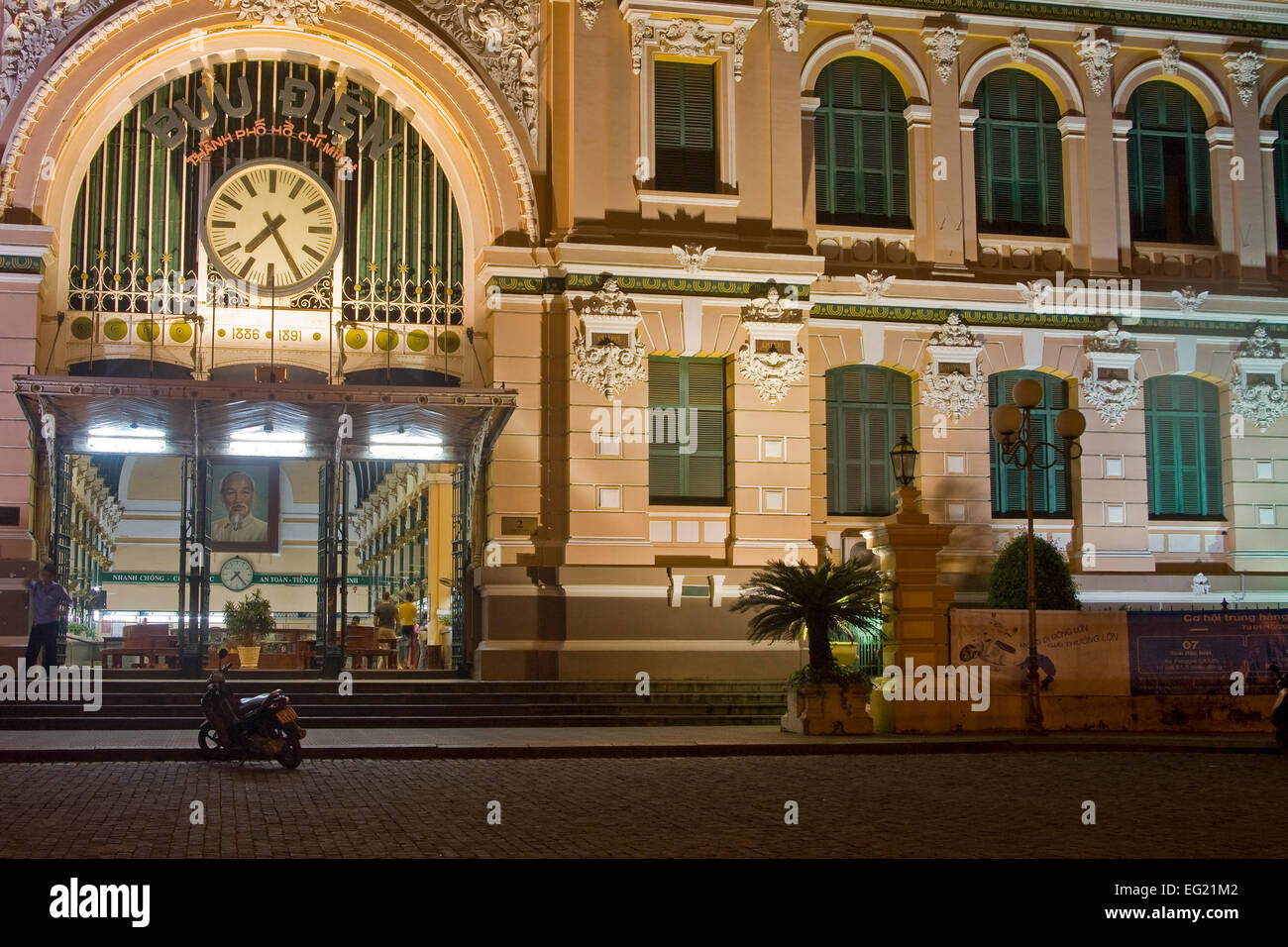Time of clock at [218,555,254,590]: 7:23
